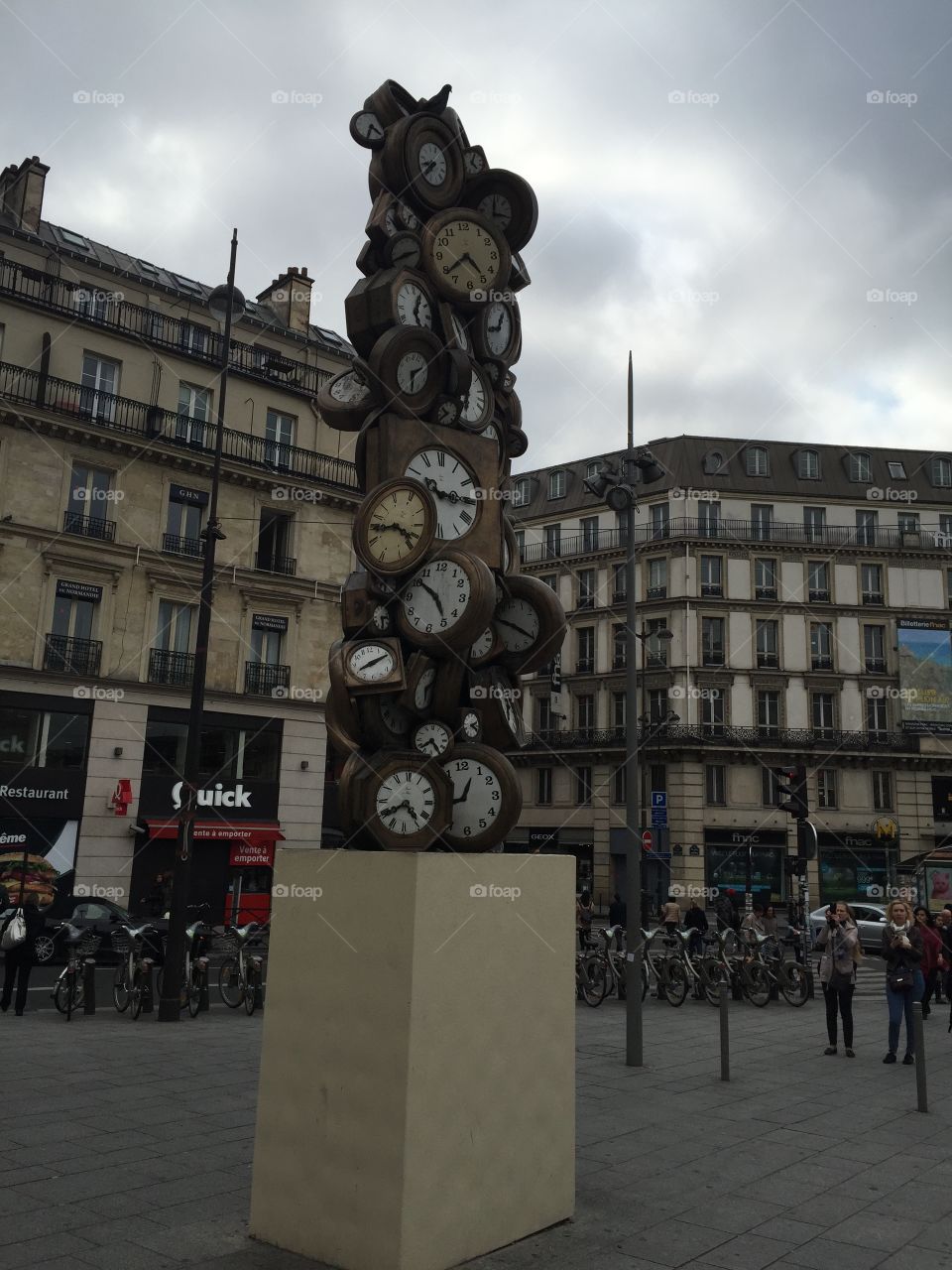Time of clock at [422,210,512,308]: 4:38
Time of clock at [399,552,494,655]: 4:50
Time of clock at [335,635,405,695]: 8:11
